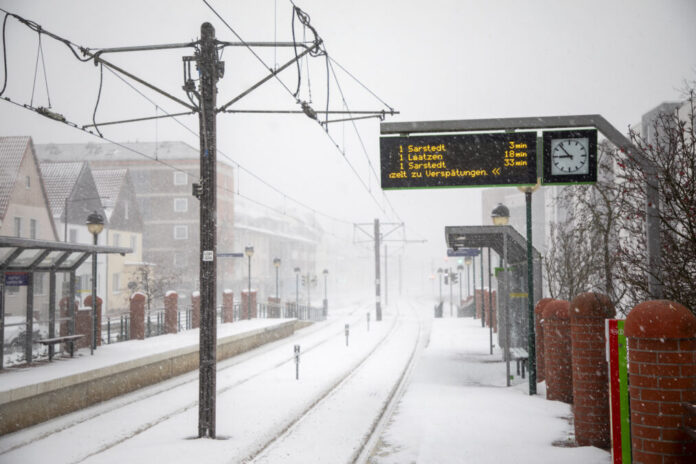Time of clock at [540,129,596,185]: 8:53
